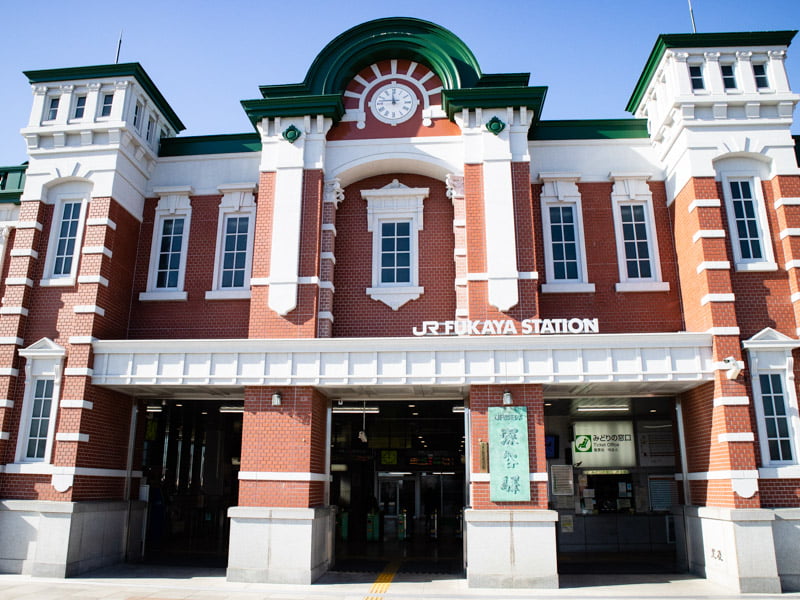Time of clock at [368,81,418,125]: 11:46
